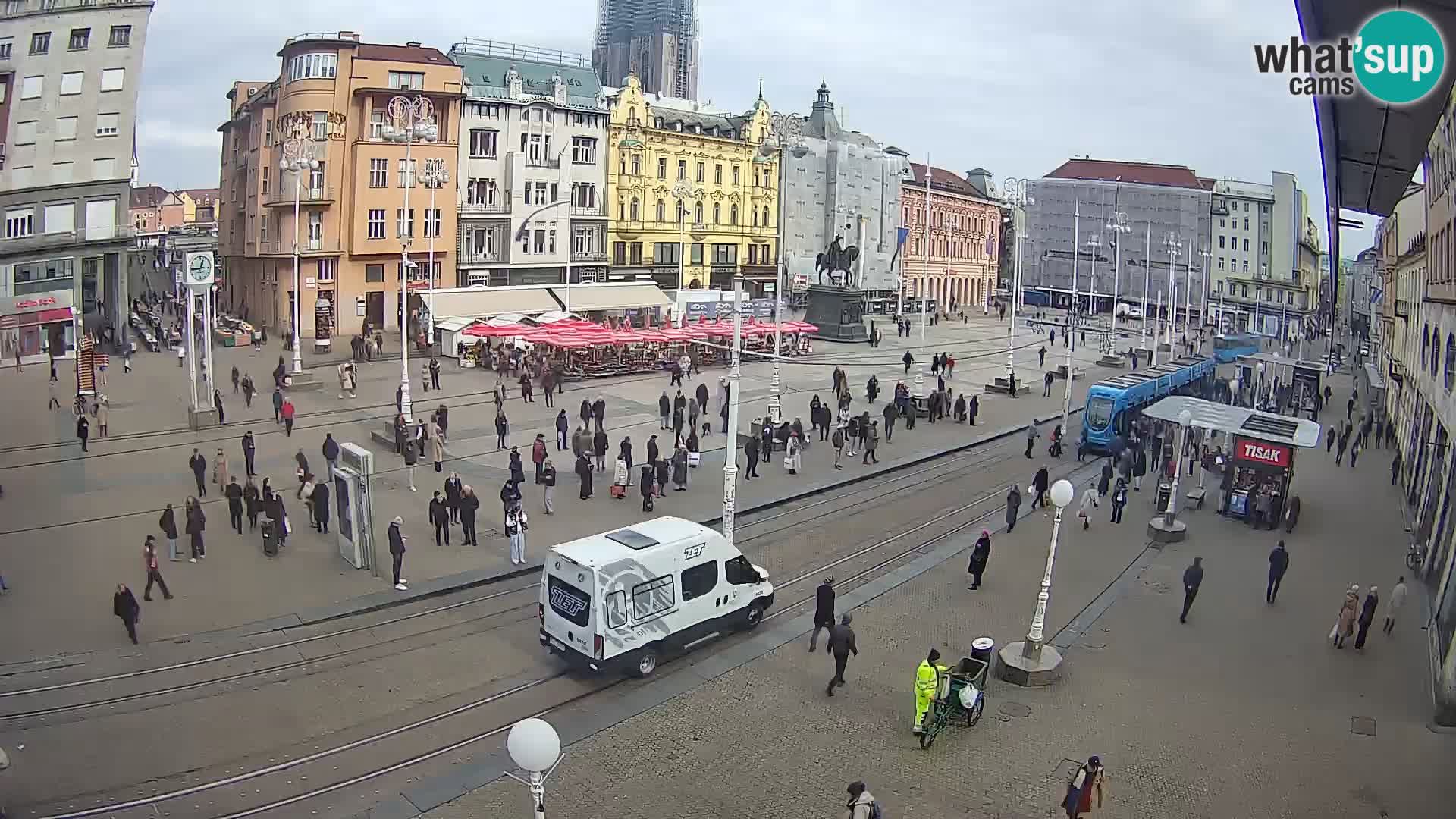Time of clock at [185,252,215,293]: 12:44
